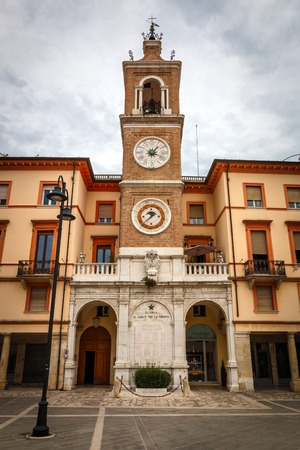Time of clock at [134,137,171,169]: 1:18
